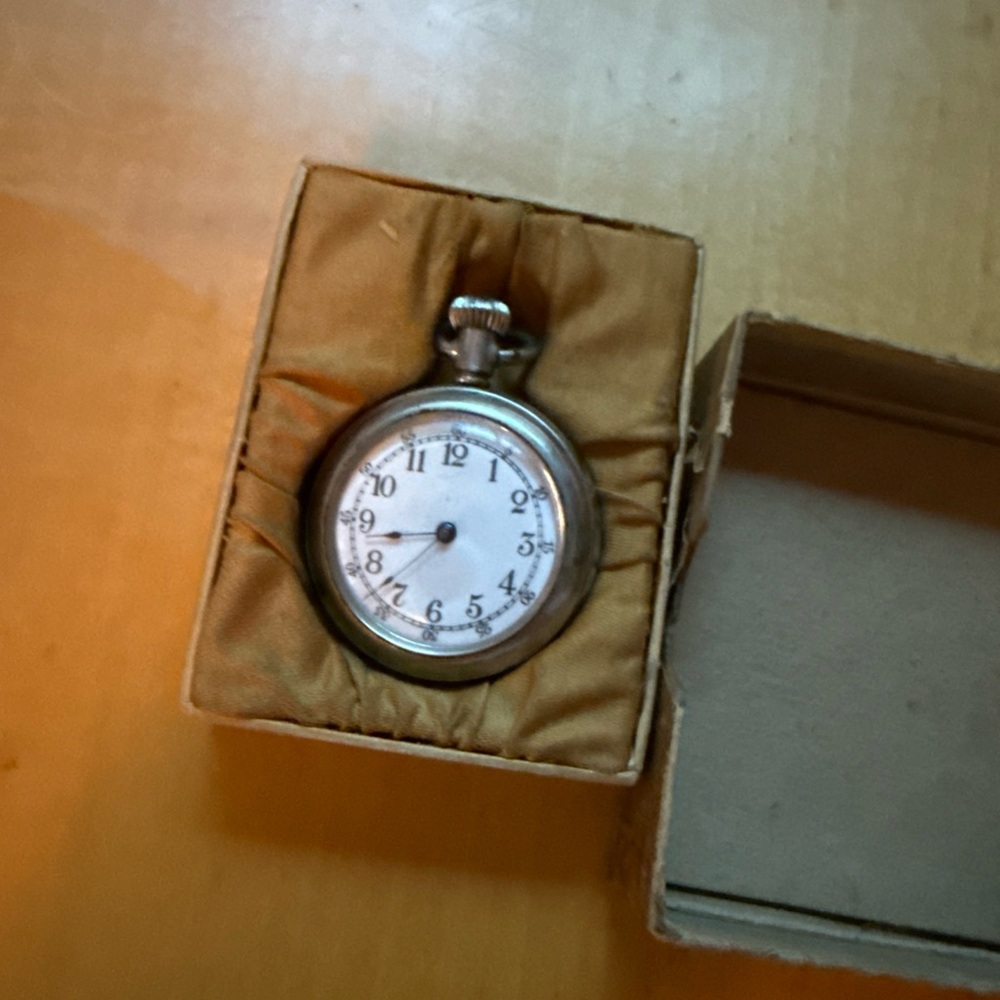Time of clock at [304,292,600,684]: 8:36
